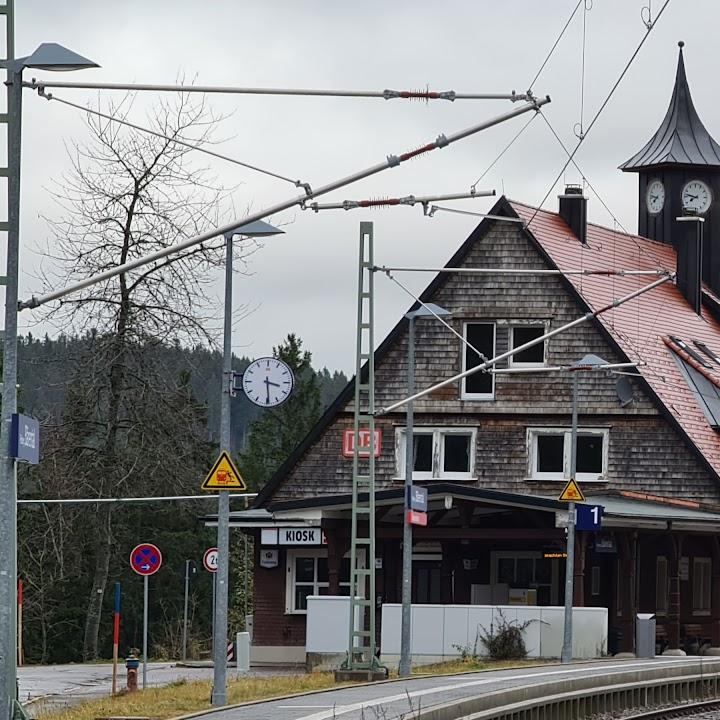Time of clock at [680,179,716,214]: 7:46
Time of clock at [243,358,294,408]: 3:29
